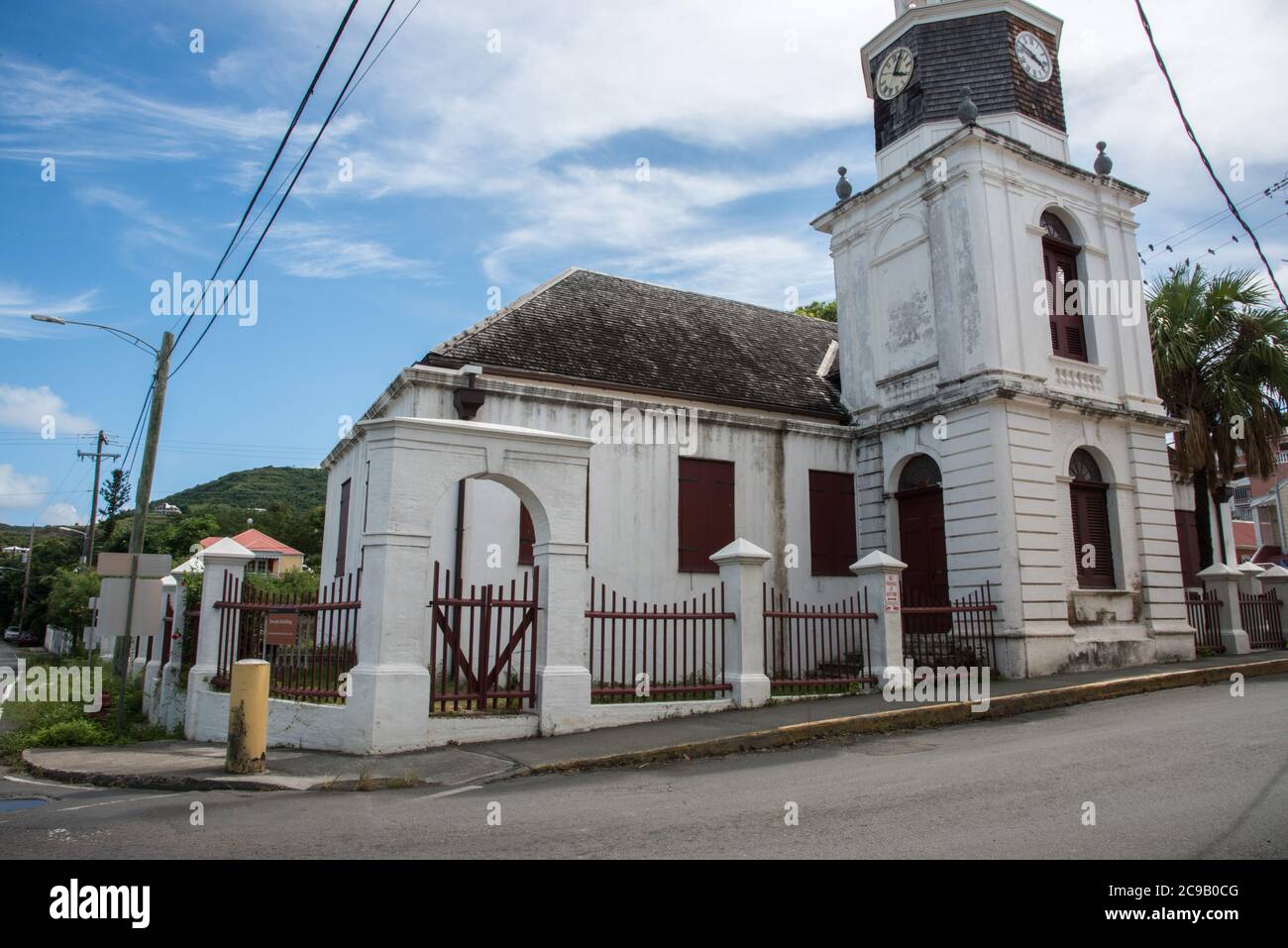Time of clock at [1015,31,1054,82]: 3:48
